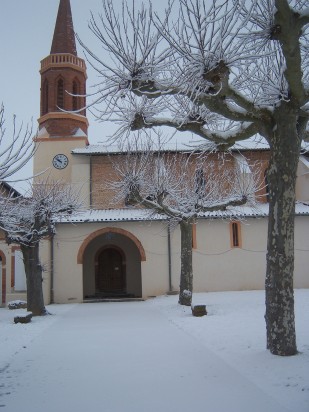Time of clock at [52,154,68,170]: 9:51
